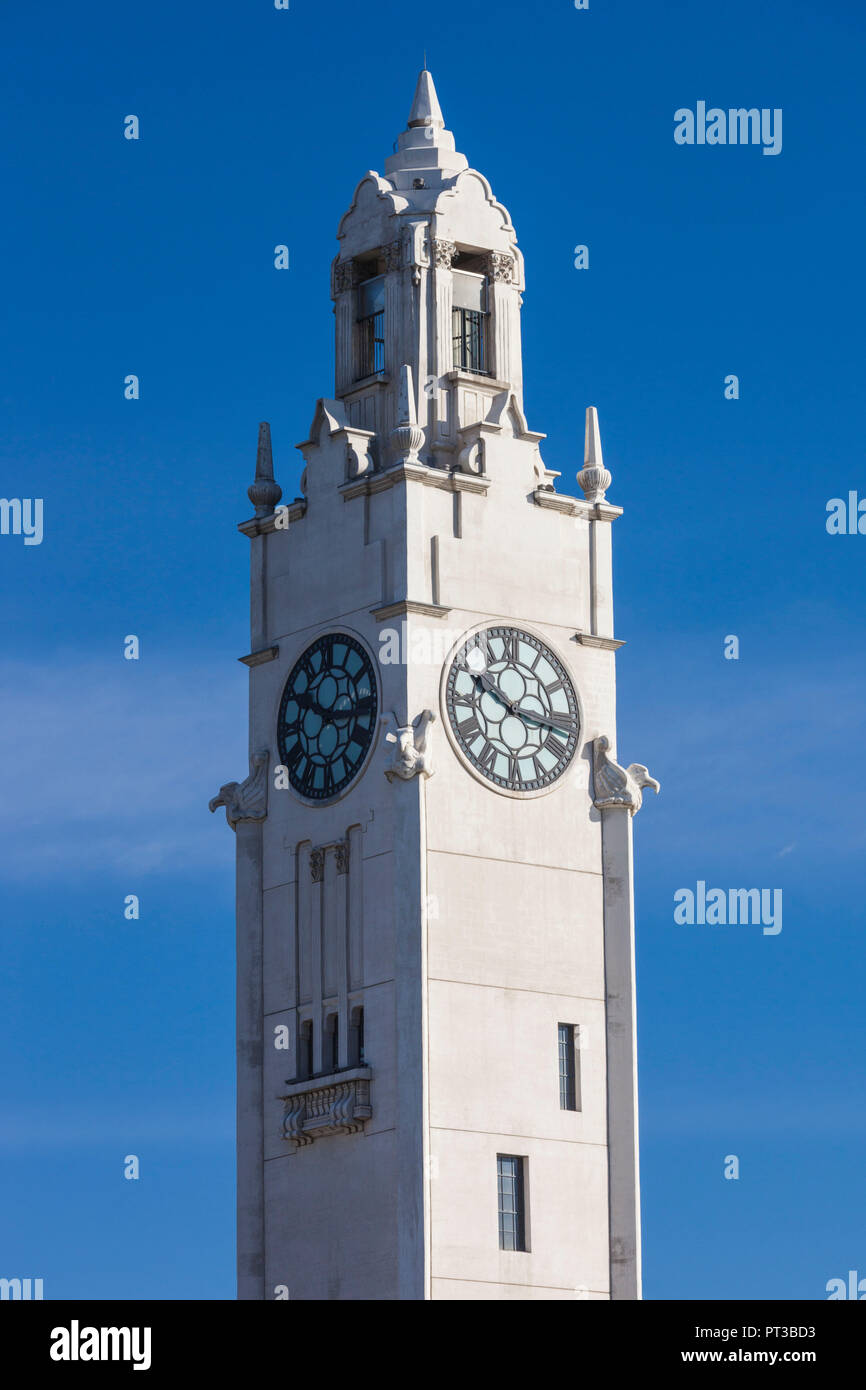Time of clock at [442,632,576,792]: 10:17
